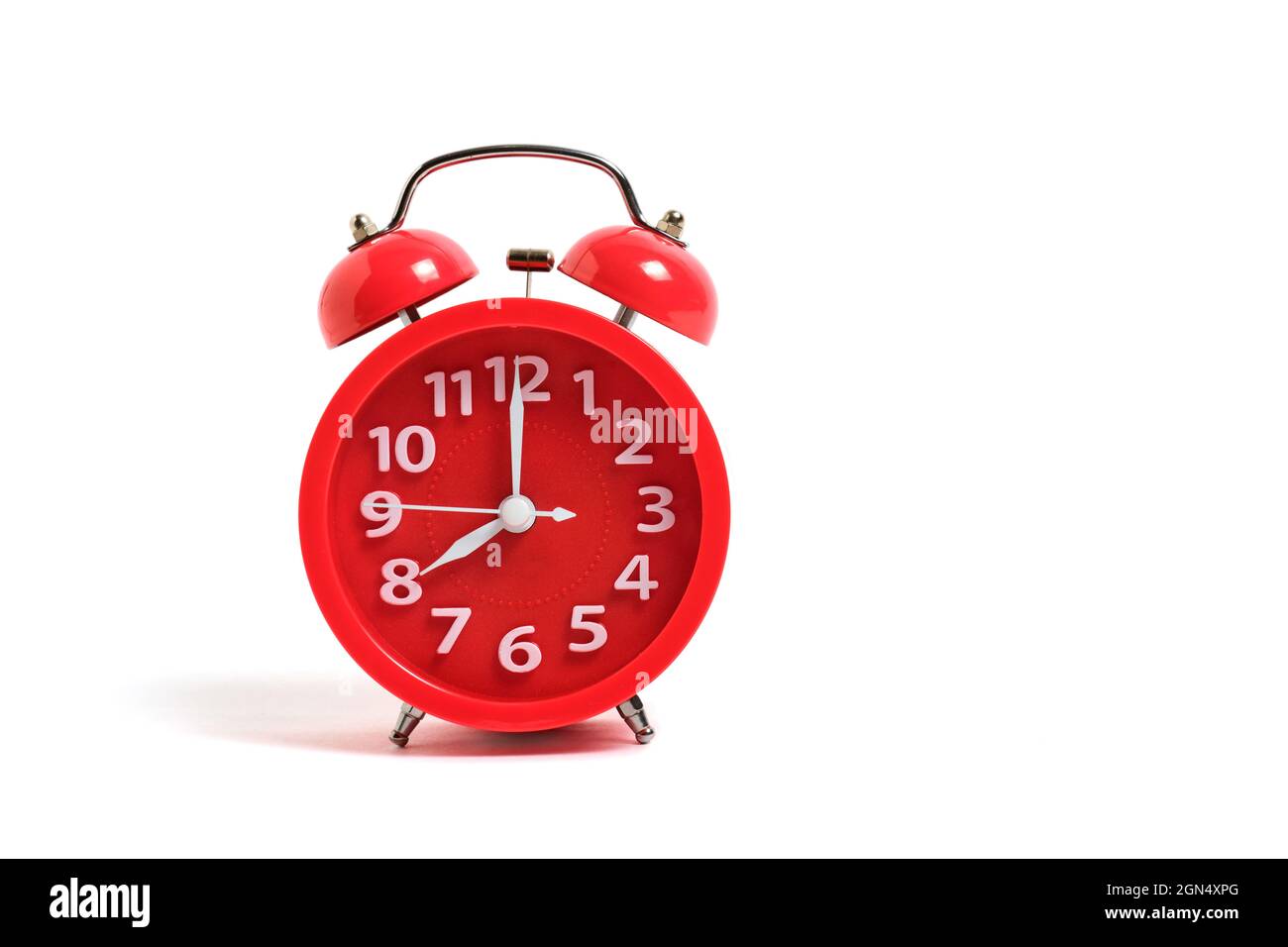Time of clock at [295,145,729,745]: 8:00
